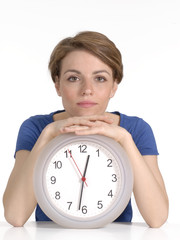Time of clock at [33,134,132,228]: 12:31
